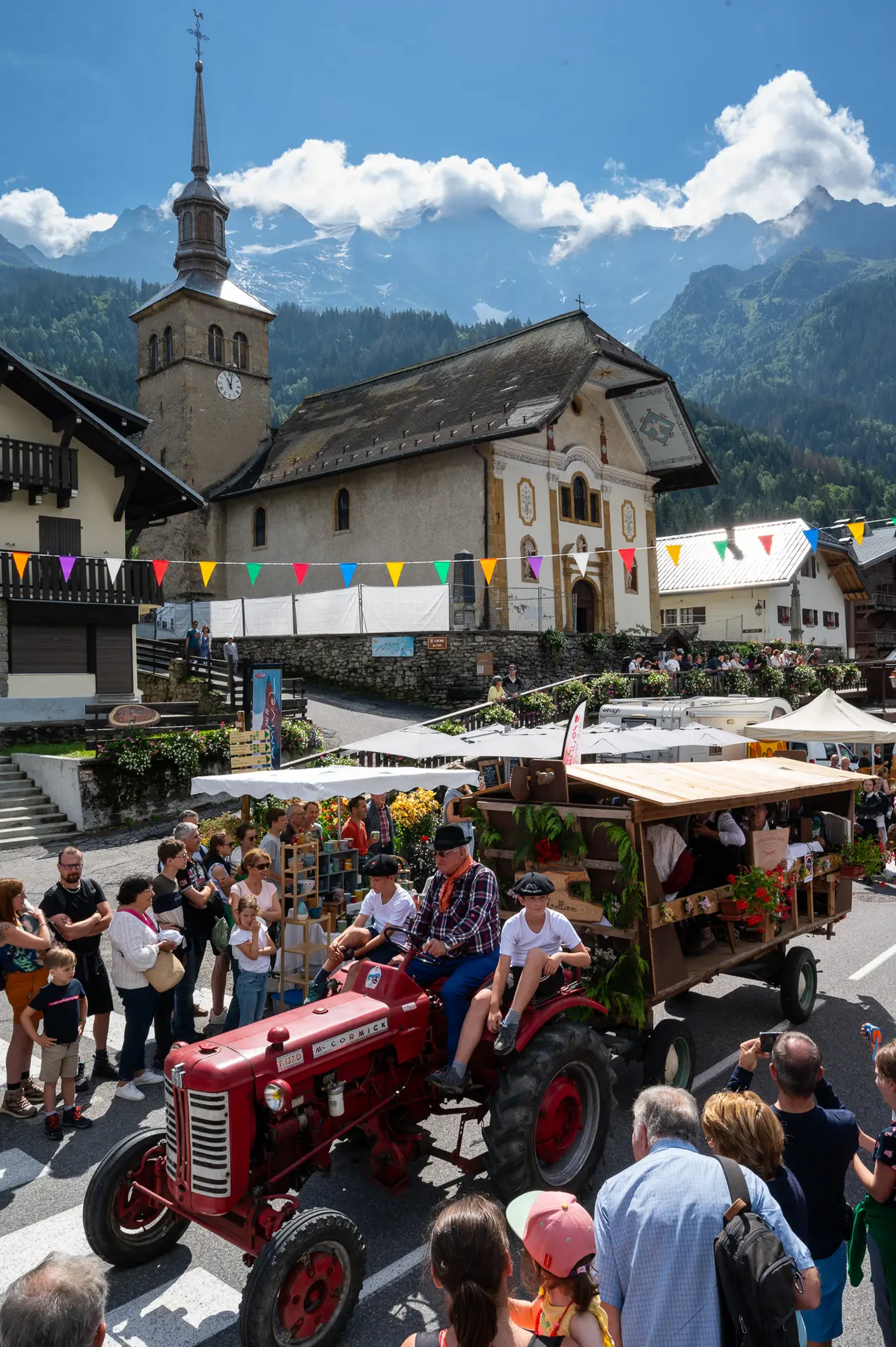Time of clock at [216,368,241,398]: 11:02
